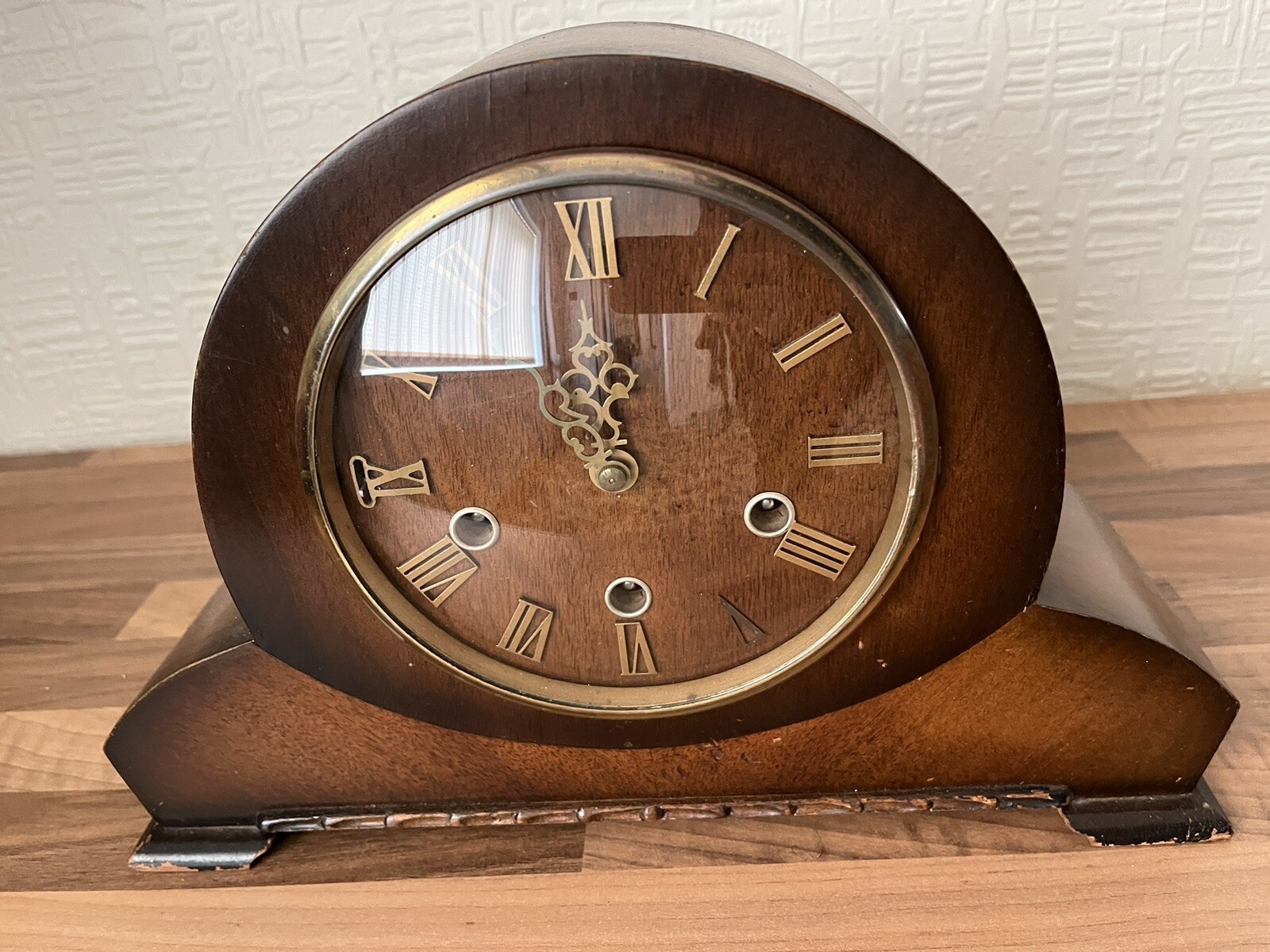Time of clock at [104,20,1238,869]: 11:45
